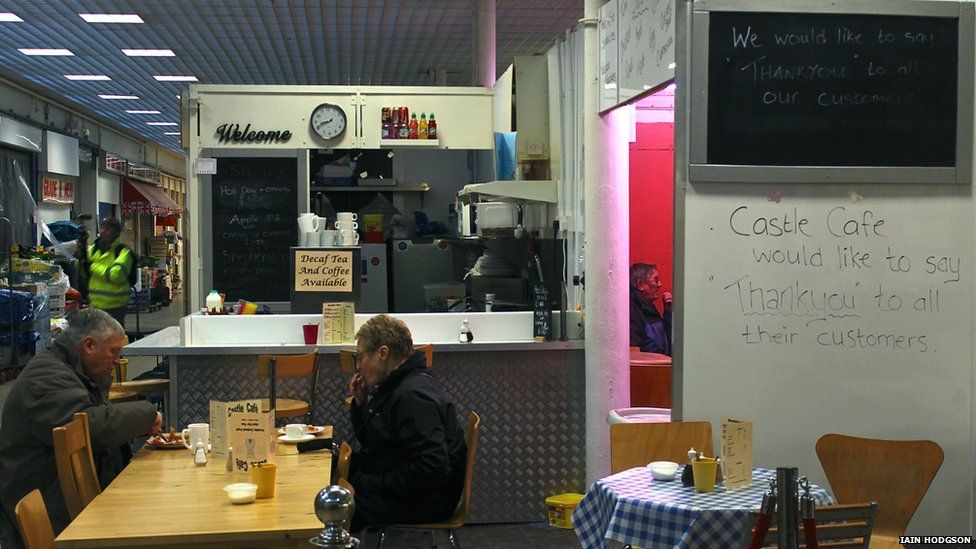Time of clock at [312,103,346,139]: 8:41
